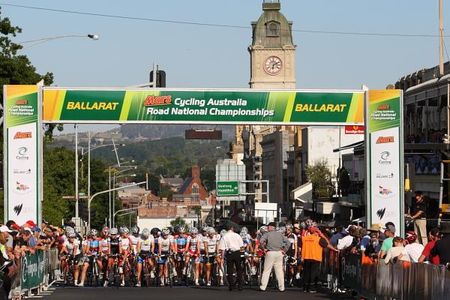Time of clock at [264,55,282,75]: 6:10
